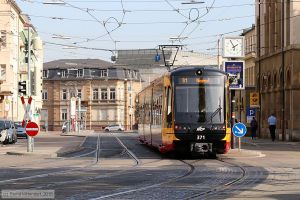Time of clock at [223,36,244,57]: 1:56
